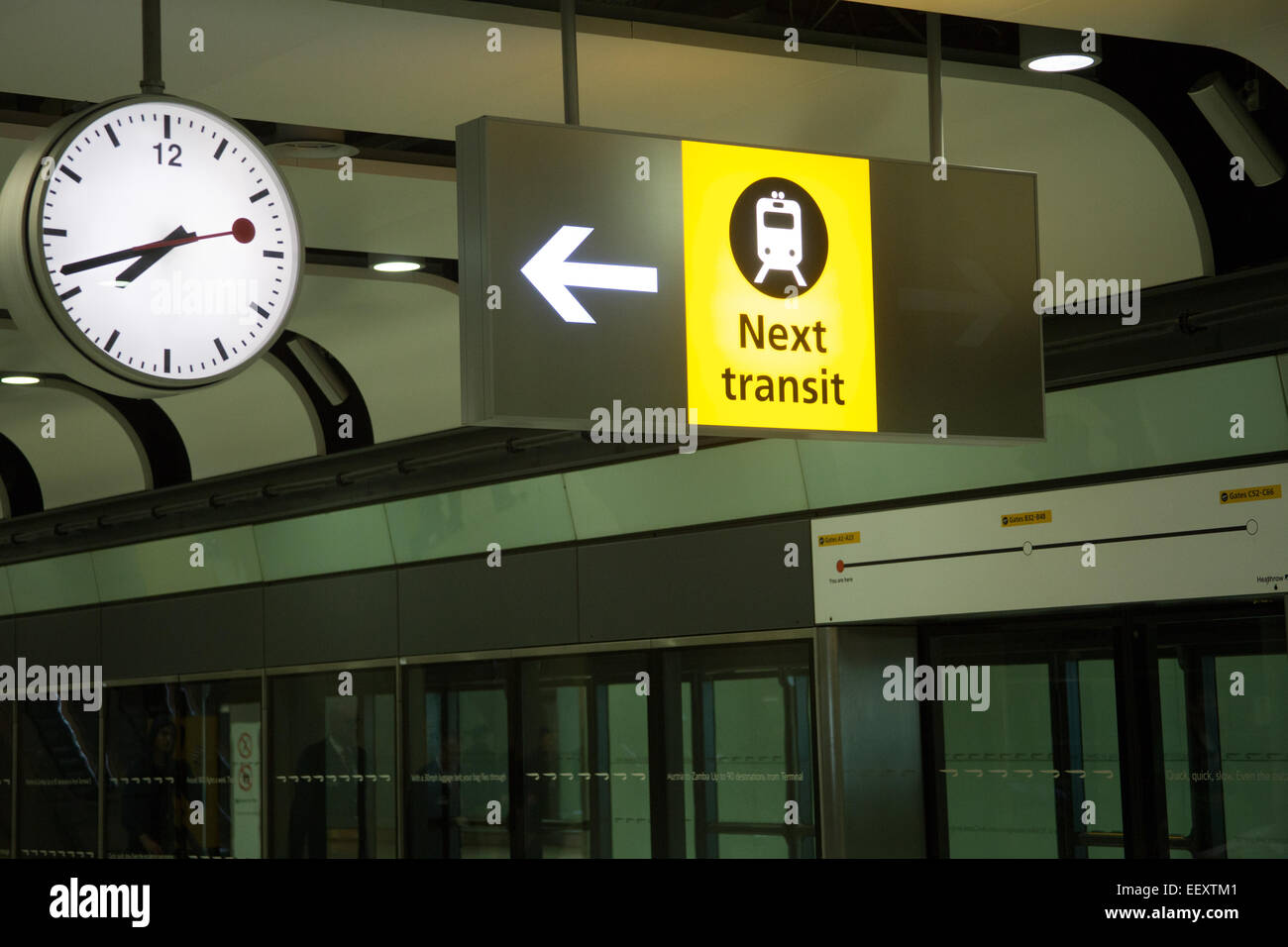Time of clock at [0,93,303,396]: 7:41
